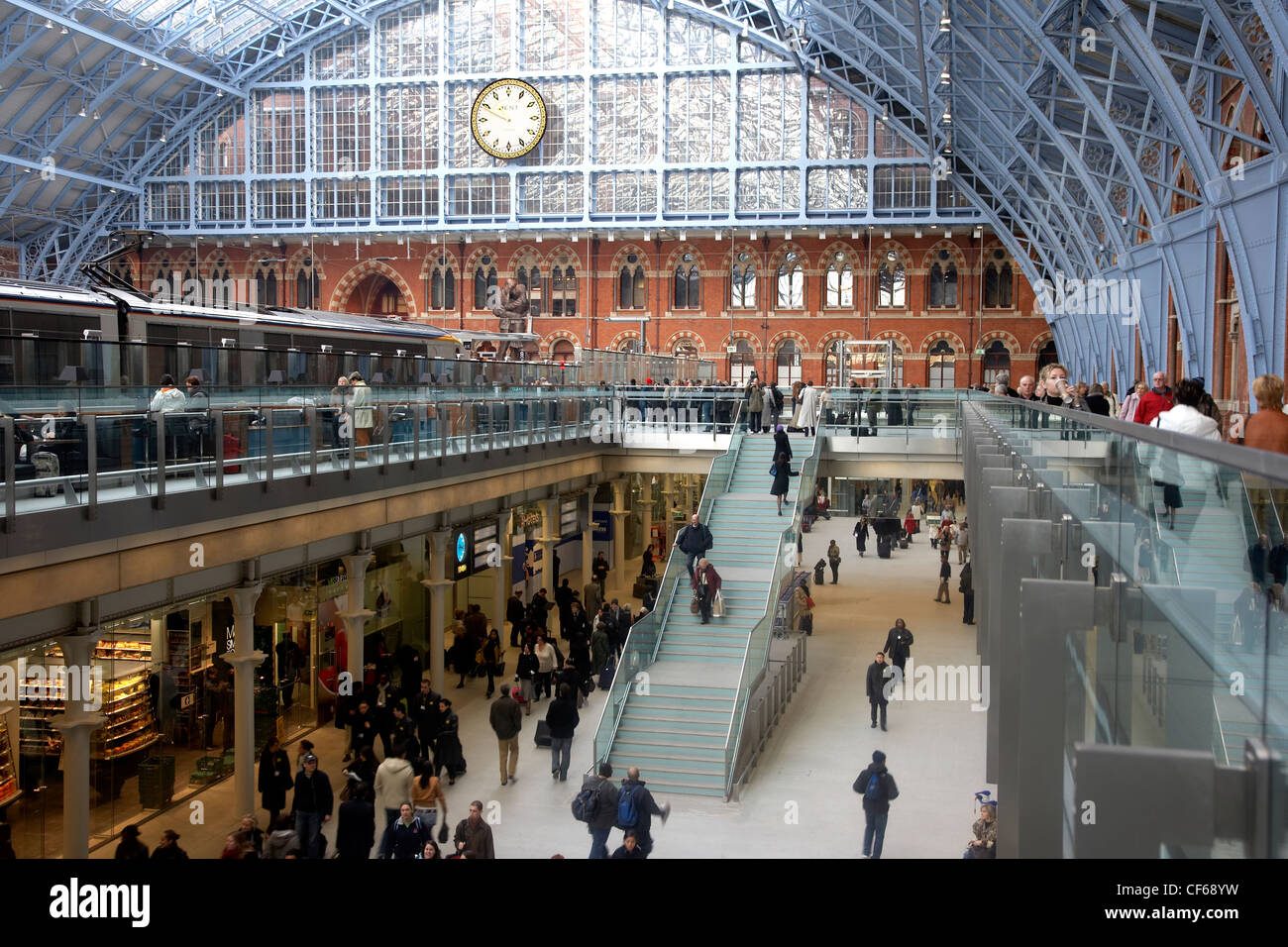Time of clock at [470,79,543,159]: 10:49
